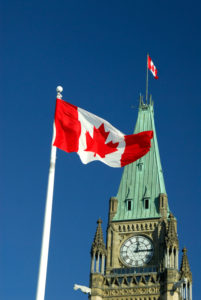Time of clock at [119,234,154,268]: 12:14
